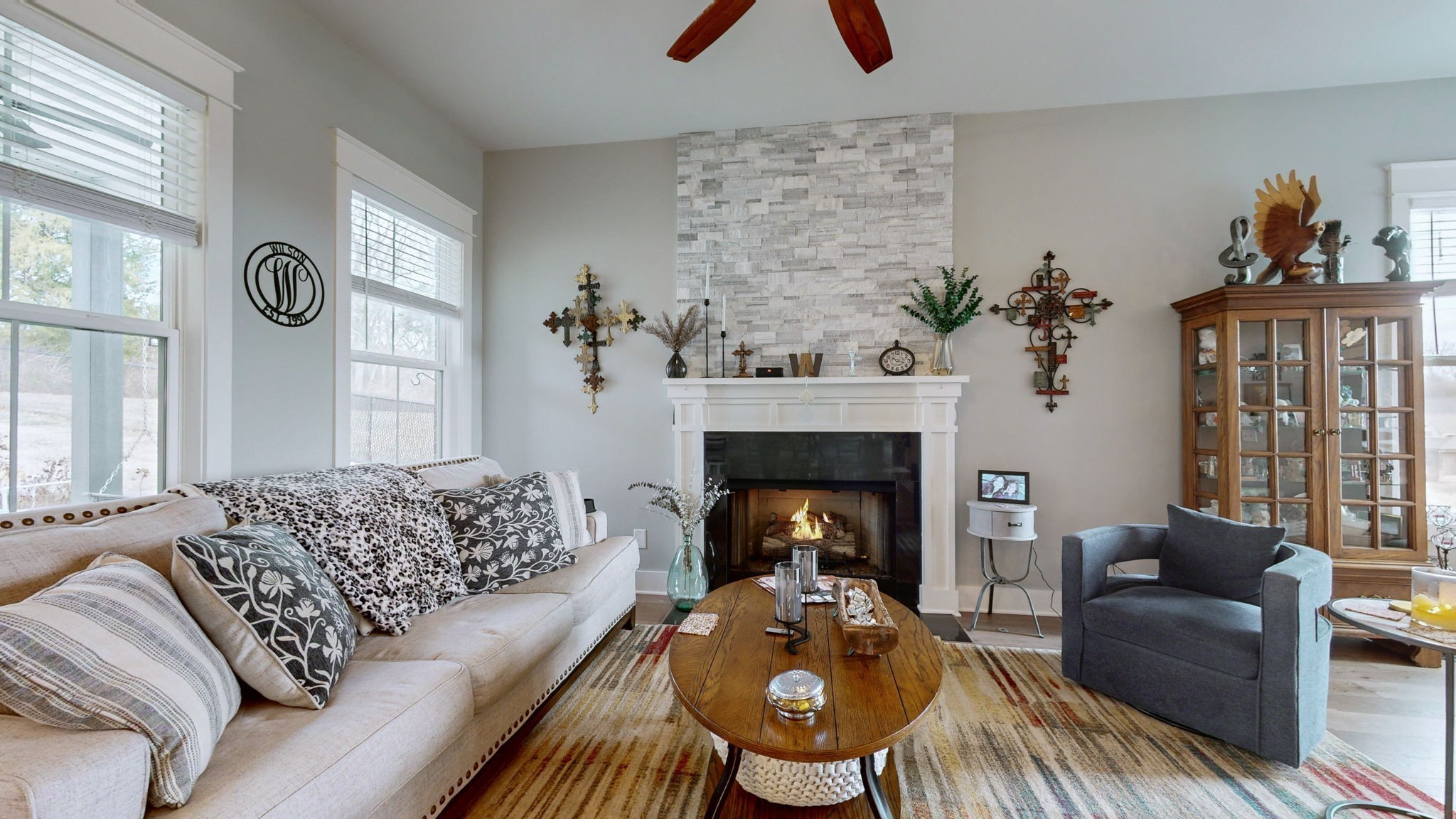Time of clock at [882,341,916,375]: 10:17
